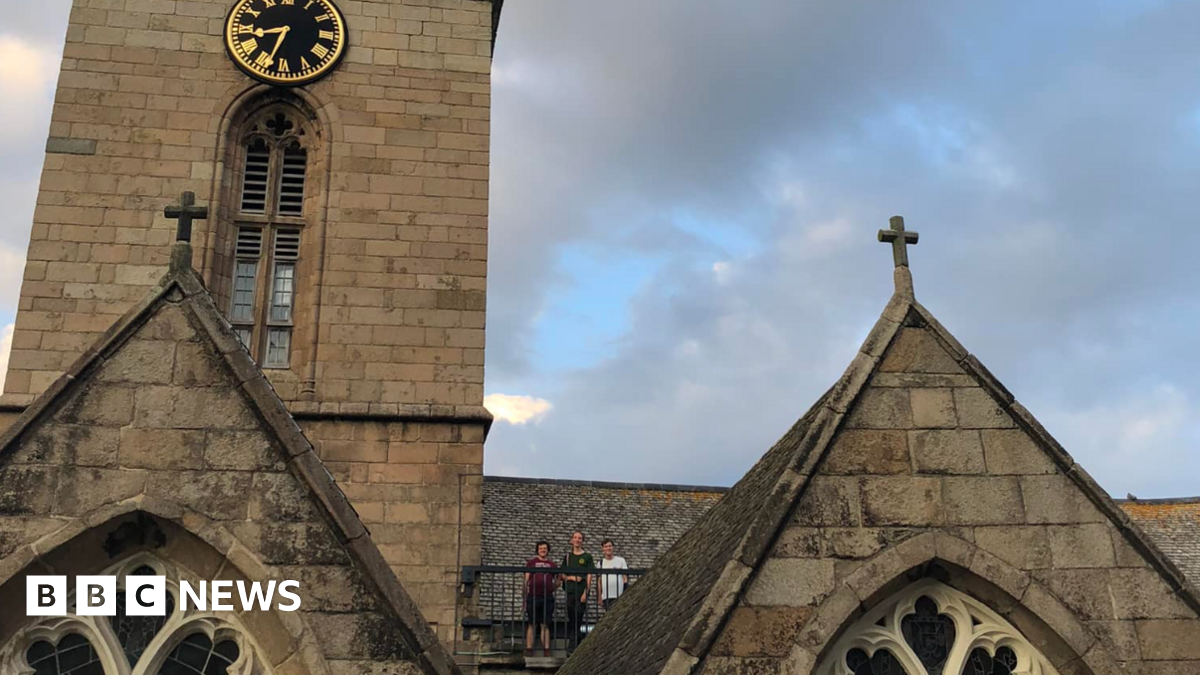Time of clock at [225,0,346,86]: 8:32
